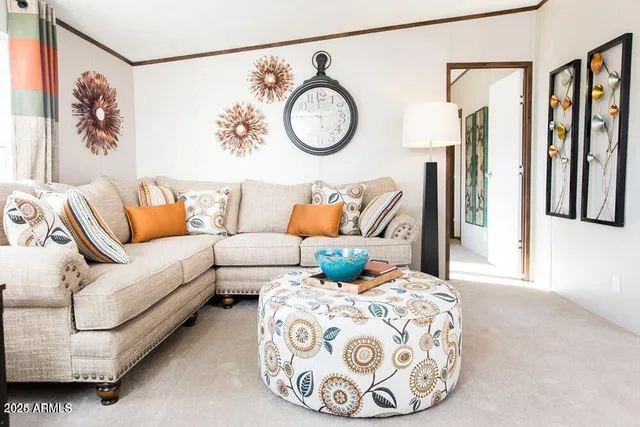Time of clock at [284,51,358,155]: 5:45
